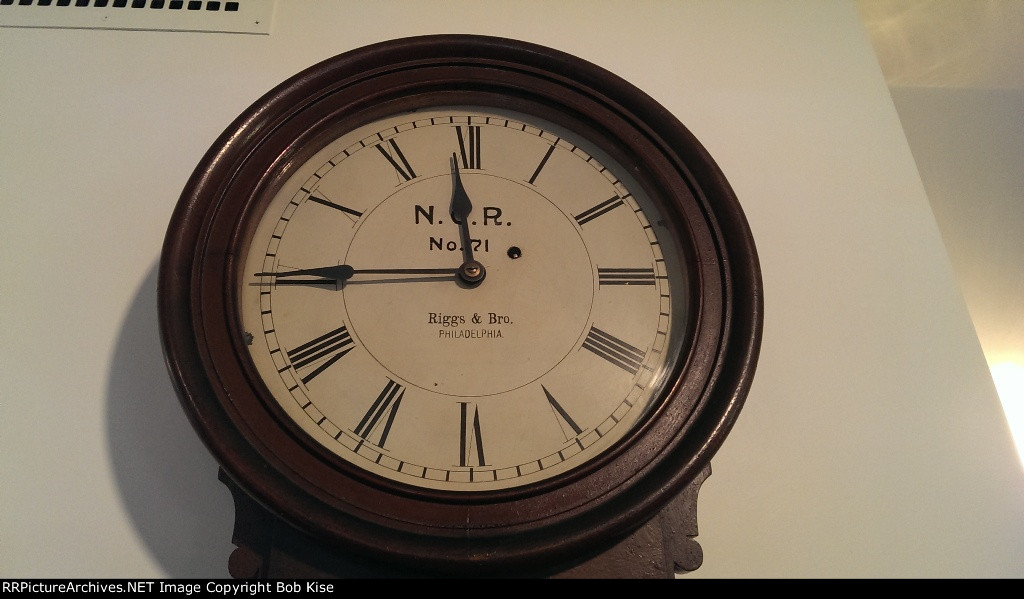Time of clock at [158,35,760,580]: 11:44
